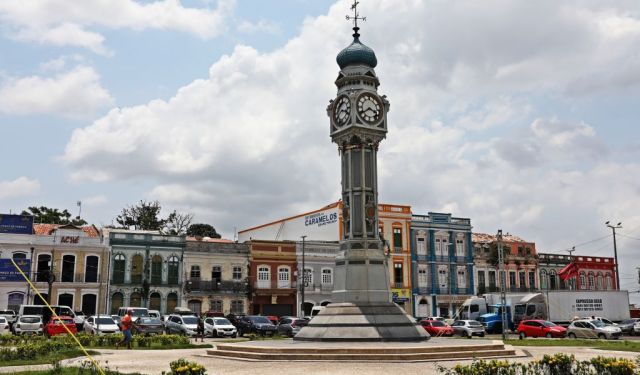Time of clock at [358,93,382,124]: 3:39
